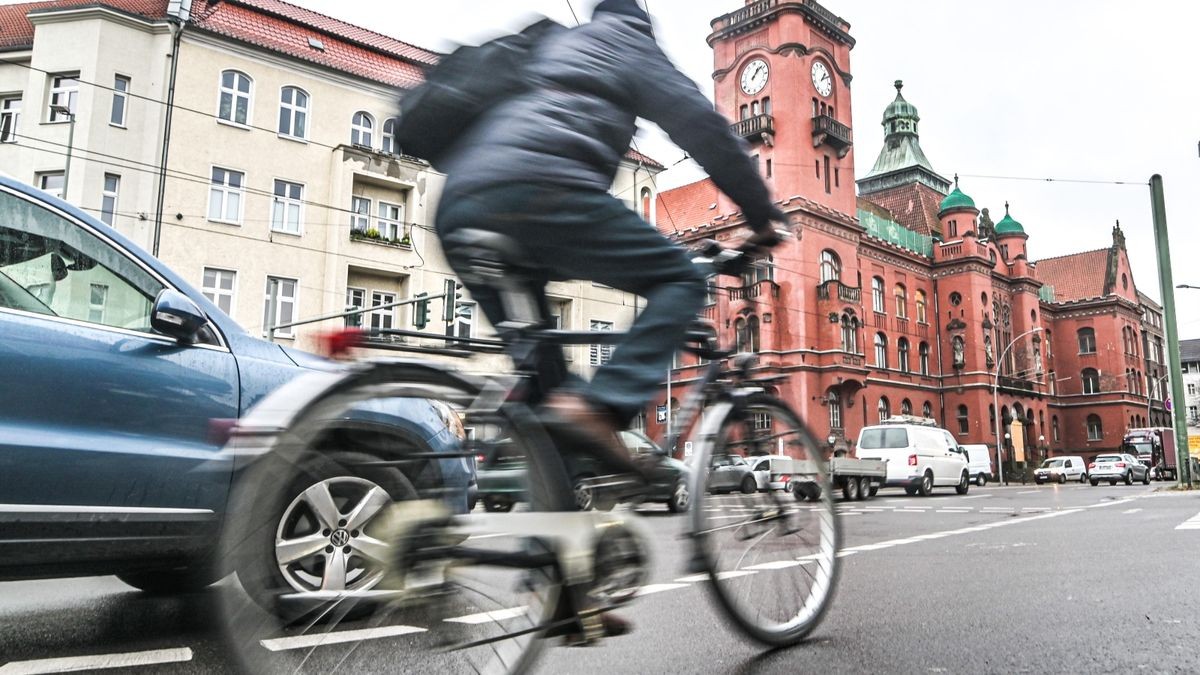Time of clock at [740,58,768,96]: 1:08
